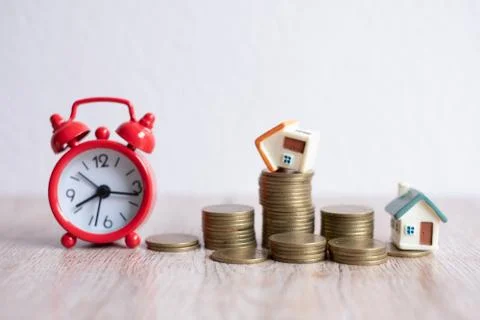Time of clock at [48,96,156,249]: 8:16
